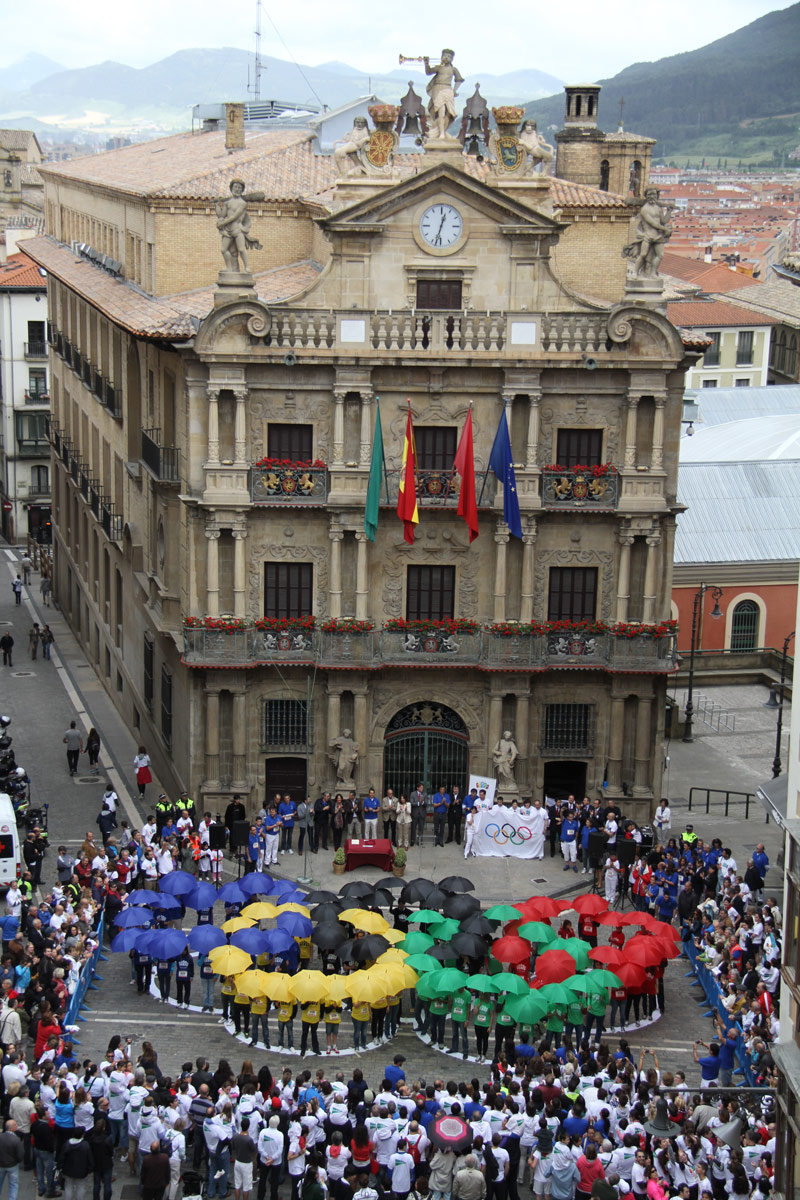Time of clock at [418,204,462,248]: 12:32
